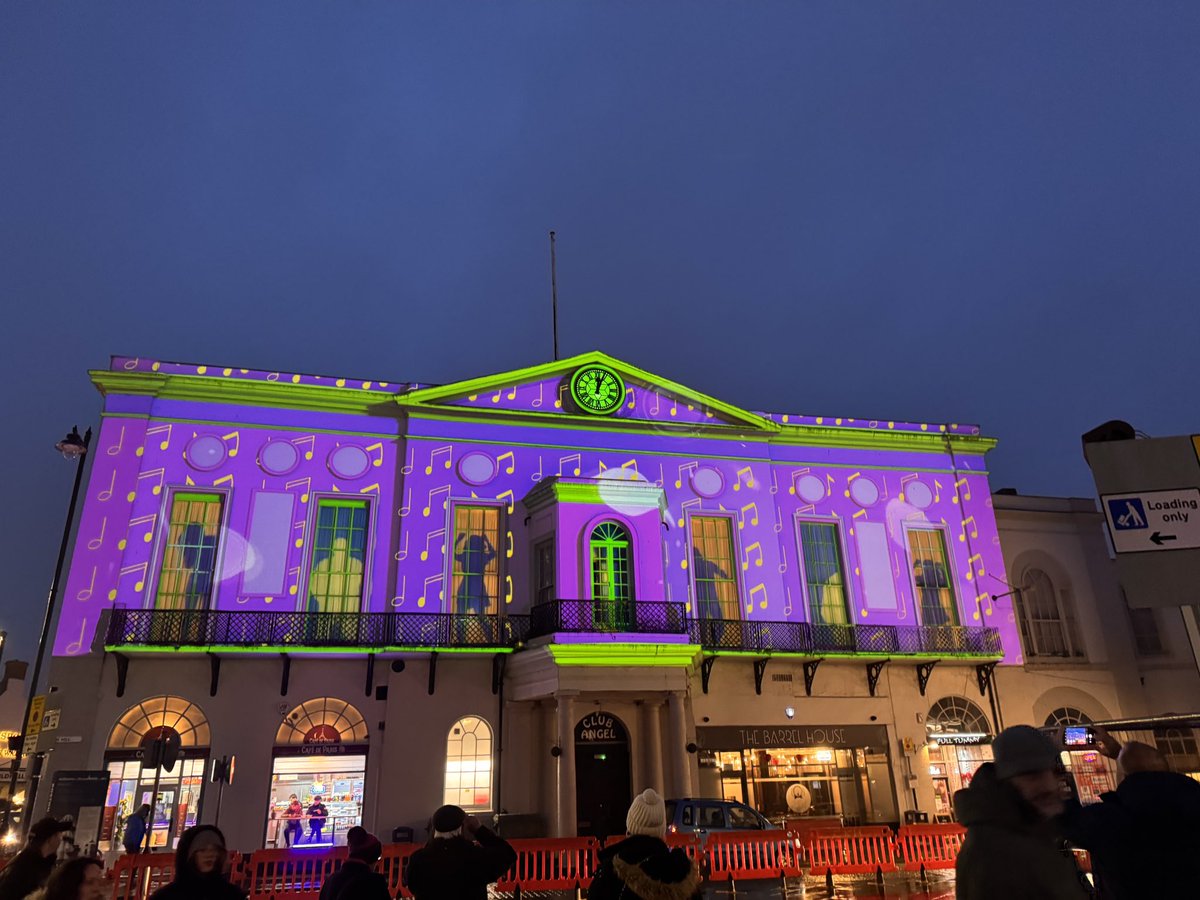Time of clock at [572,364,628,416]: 12:03
